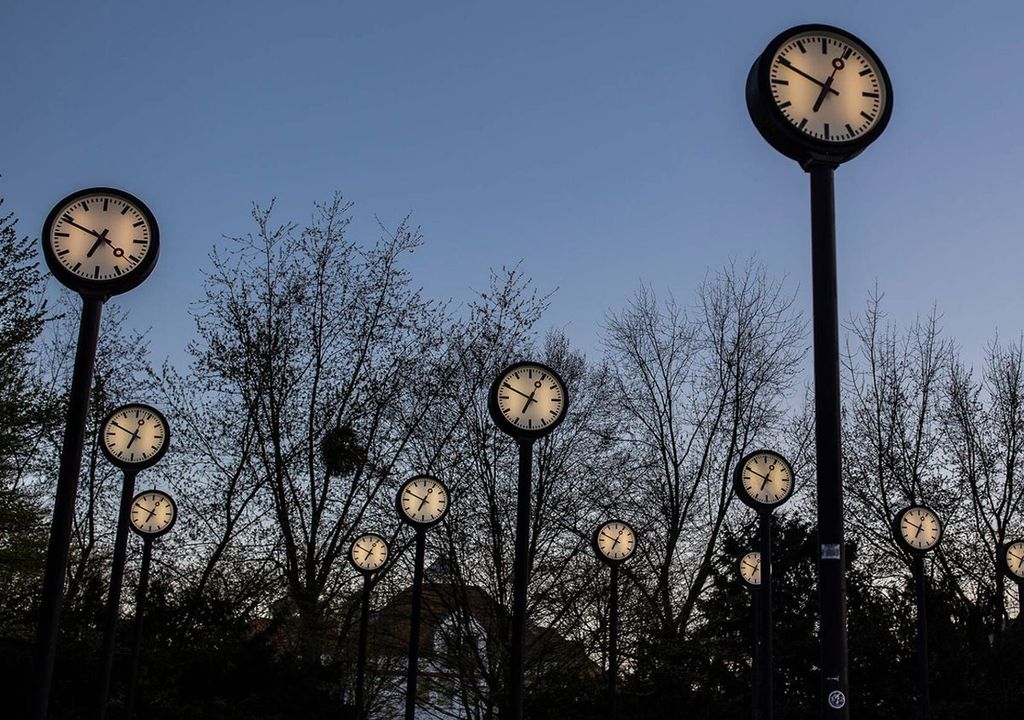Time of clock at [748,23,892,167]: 12:49
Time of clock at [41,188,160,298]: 6:49
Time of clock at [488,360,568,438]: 12:49
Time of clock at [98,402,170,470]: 12:49
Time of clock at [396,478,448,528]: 12:49
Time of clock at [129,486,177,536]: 12:49
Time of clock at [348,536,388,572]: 12:49
